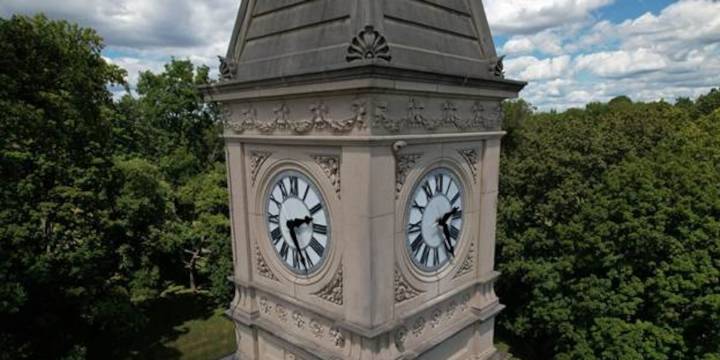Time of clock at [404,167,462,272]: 2:25
